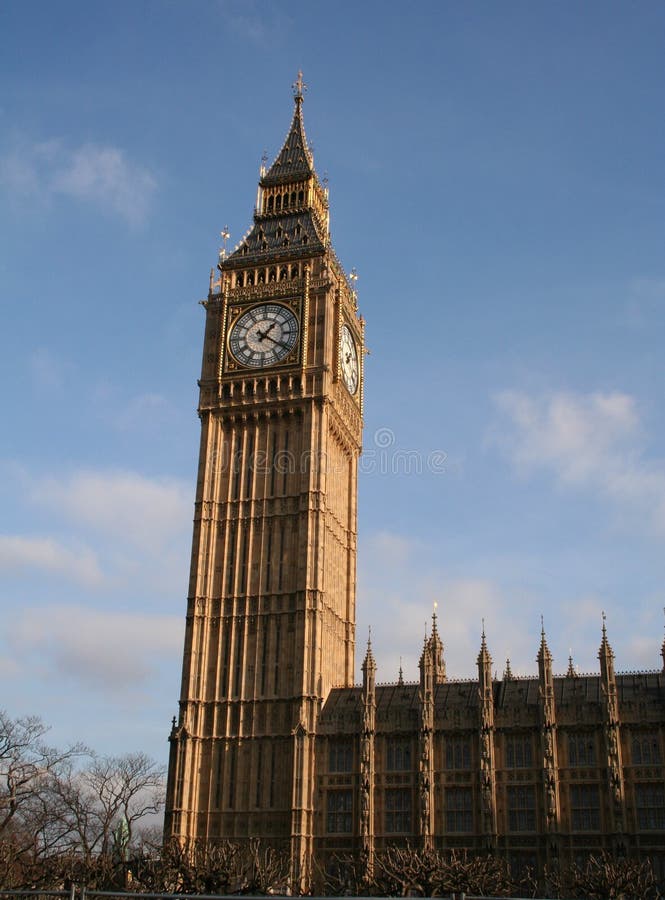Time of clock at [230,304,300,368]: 1:20
